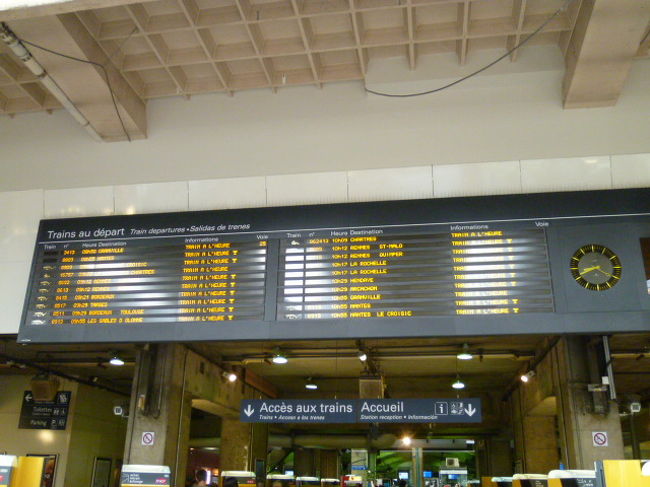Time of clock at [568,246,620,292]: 8:20
